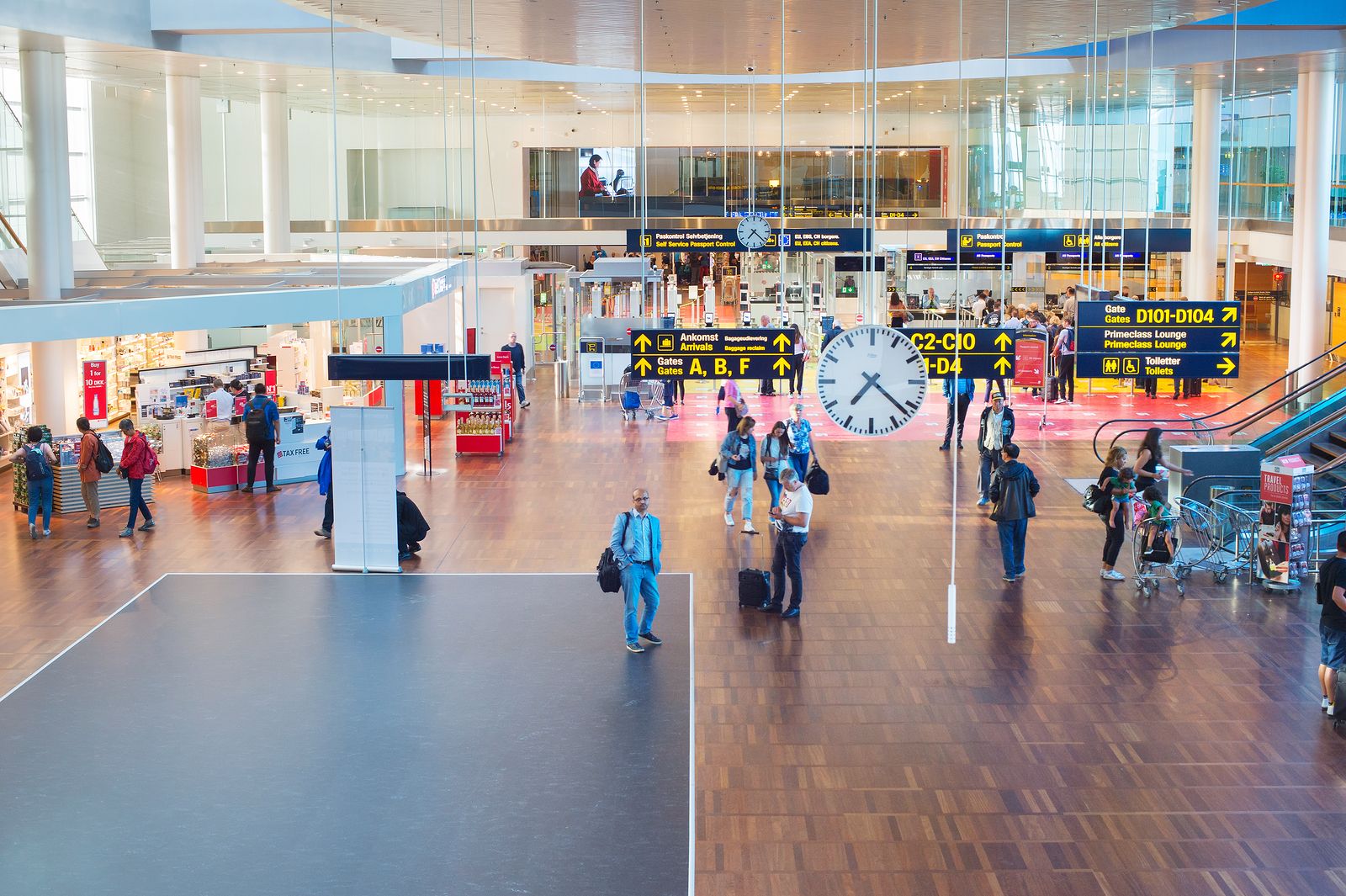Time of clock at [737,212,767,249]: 7:22
